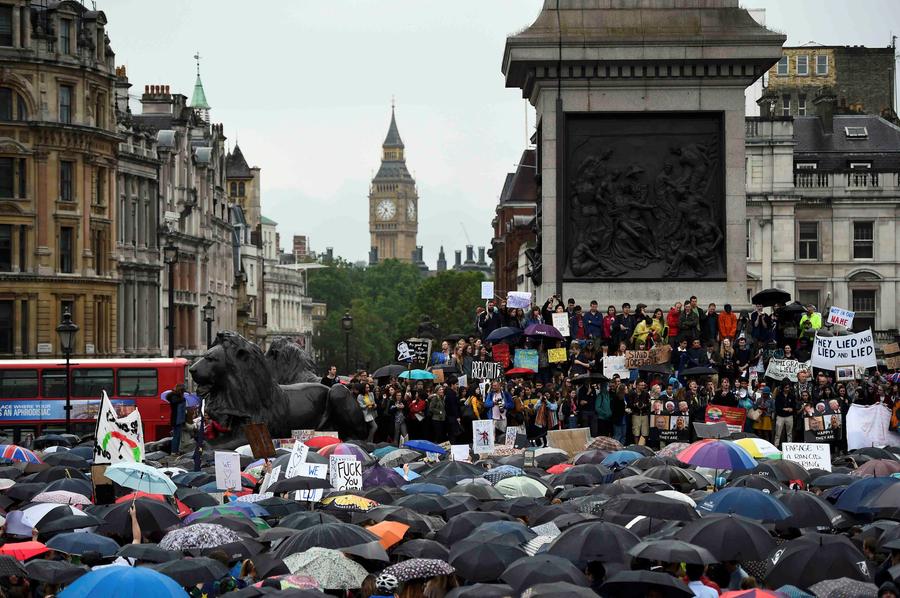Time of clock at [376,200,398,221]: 6:52
